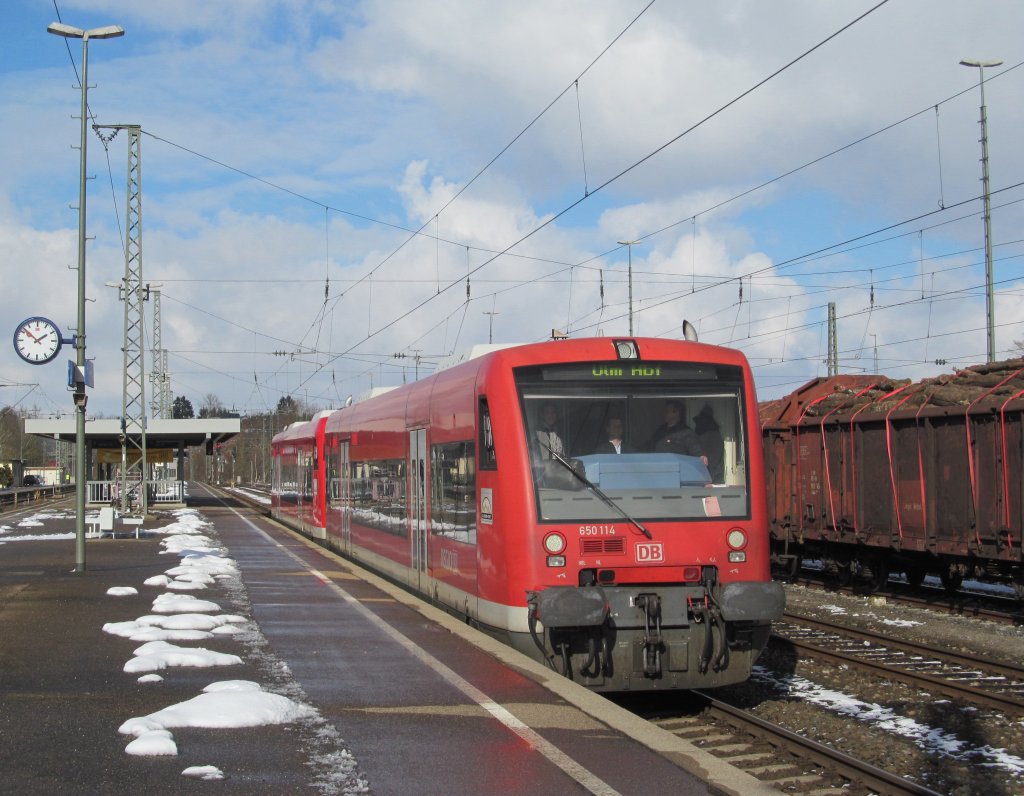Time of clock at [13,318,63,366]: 1:51
